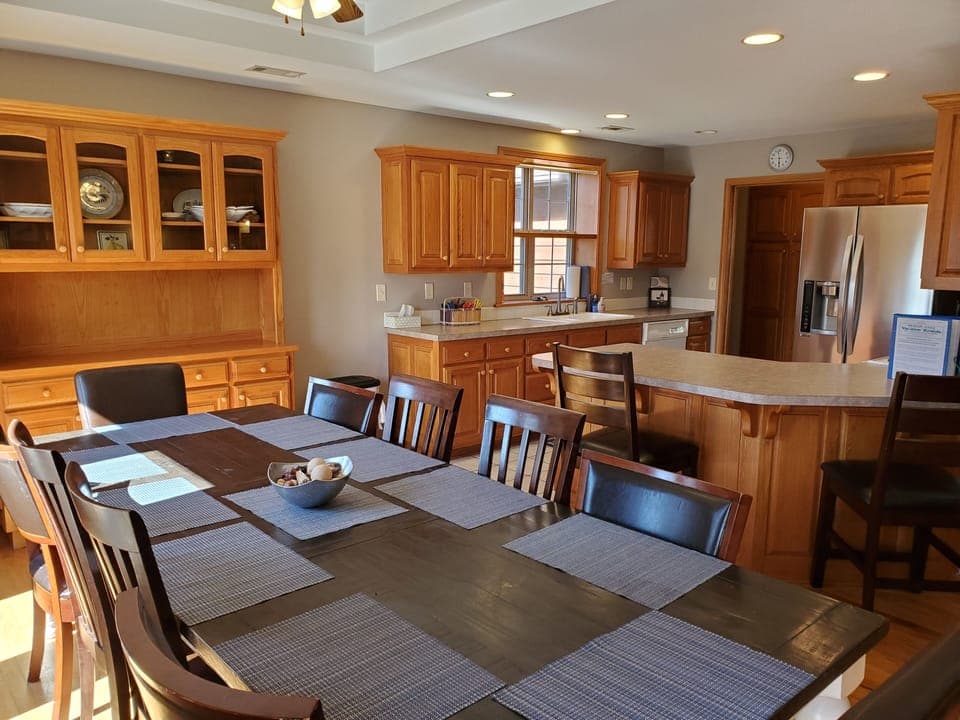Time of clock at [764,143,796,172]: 5:57
